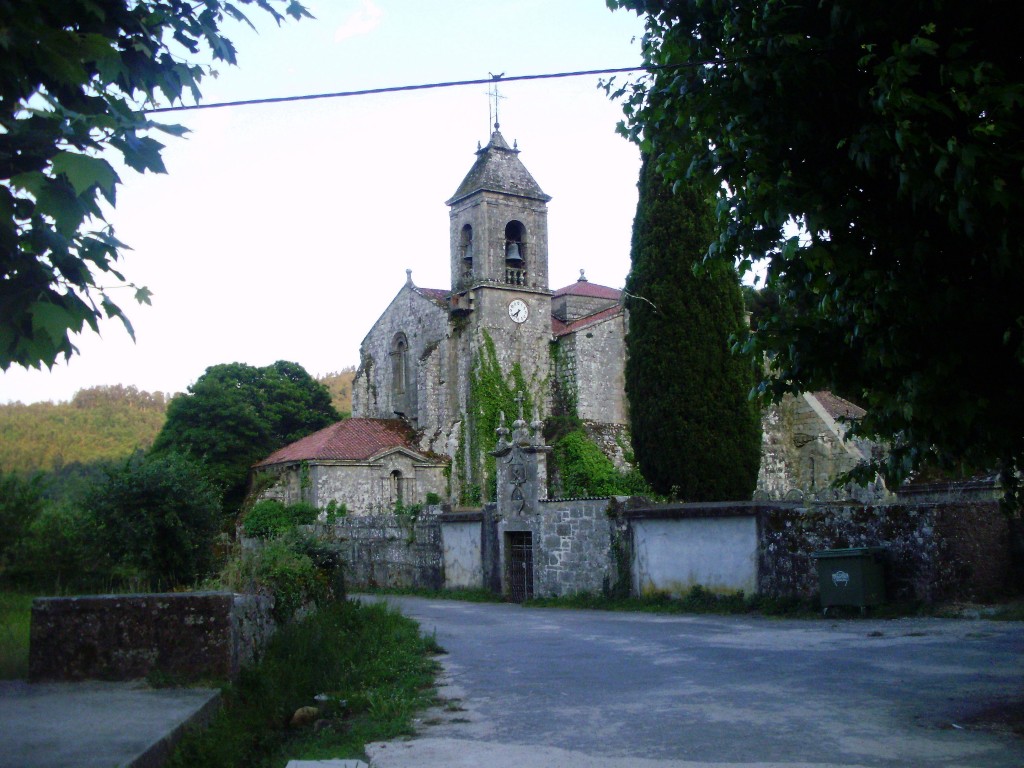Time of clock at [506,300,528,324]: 6:38
